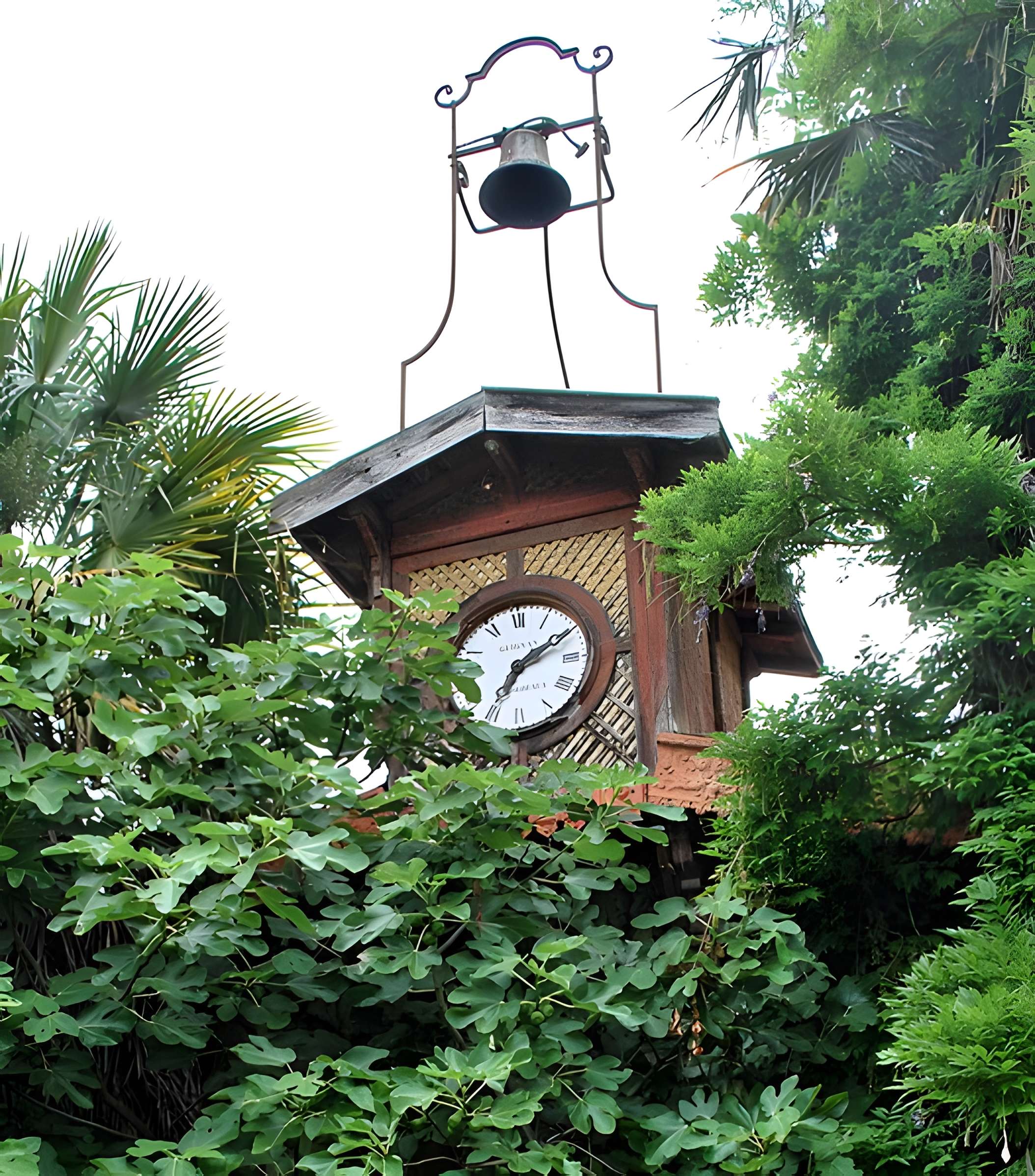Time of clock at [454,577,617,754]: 7:09
